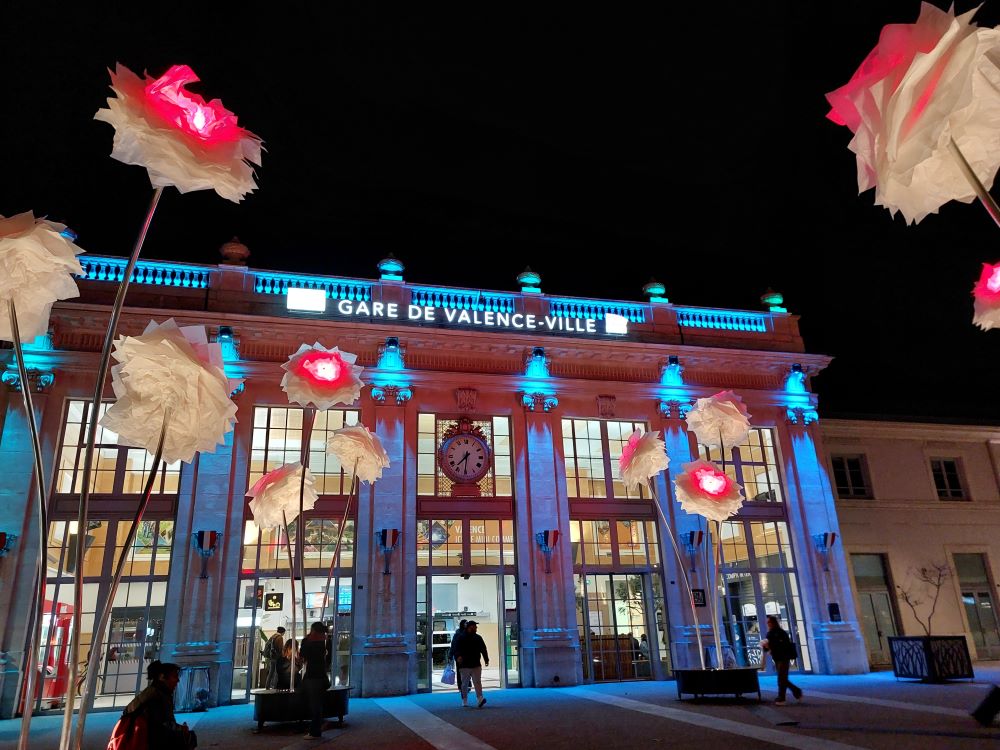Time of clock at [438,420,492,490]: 7:31
